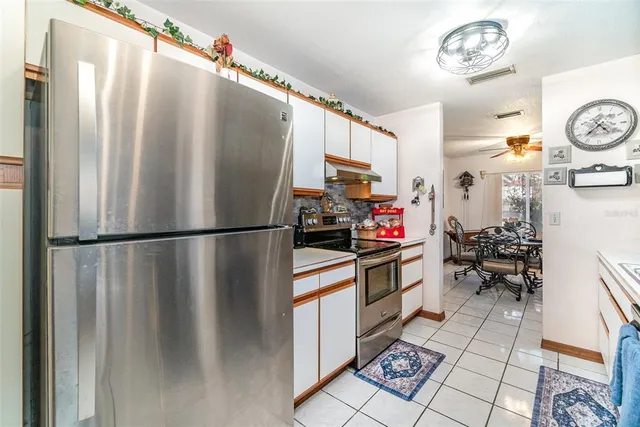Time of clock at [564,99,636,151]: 4:37
